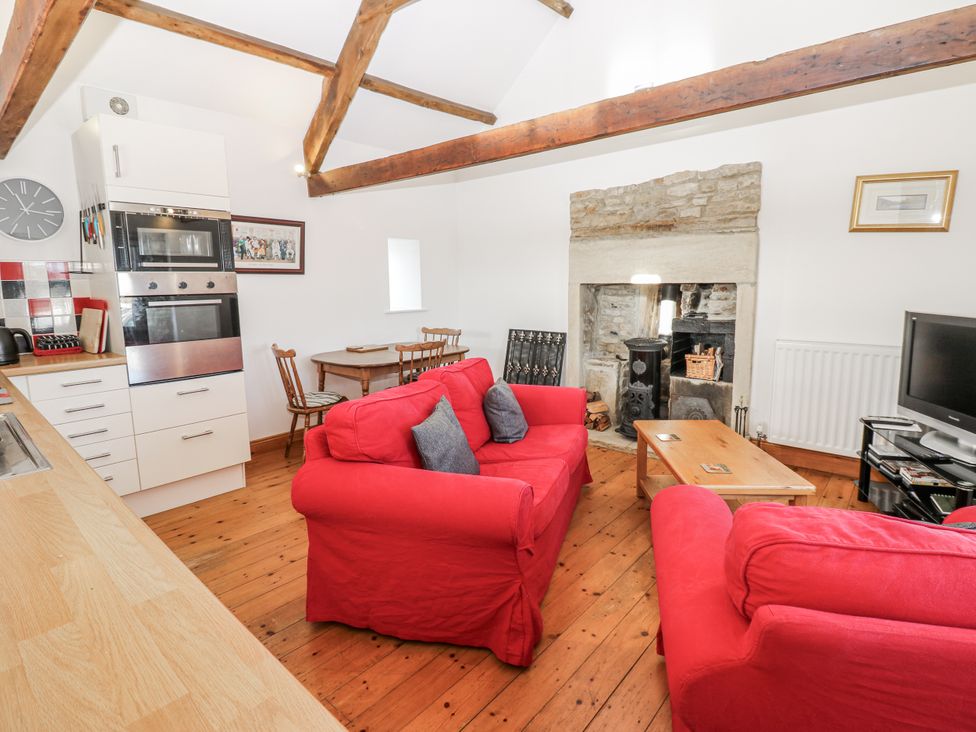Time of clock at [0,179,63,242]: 11:16
